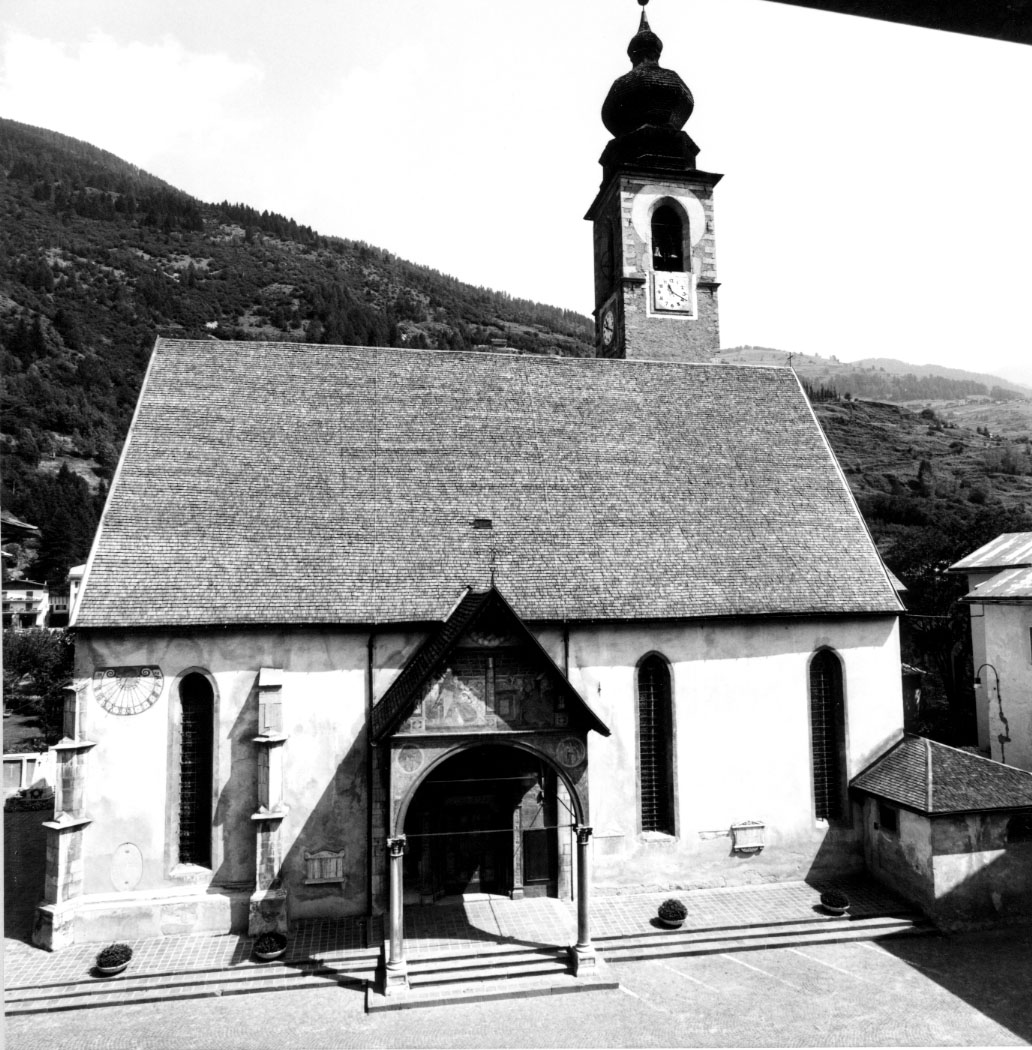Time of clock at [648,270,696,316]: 11:19
